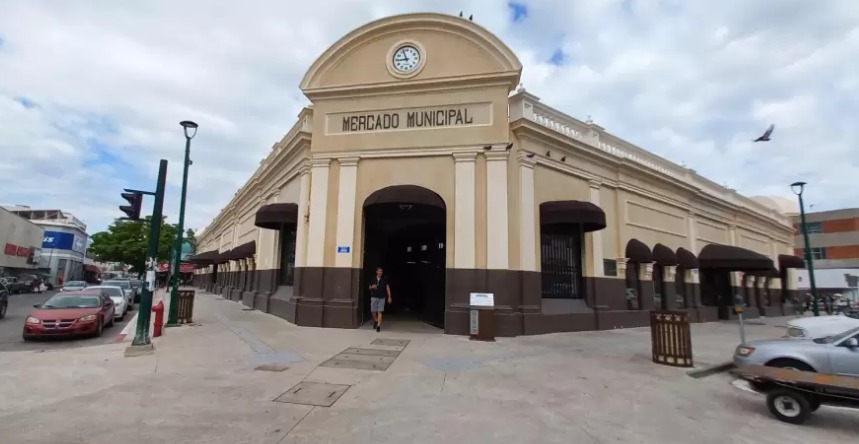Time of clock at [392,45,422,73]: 8:56
